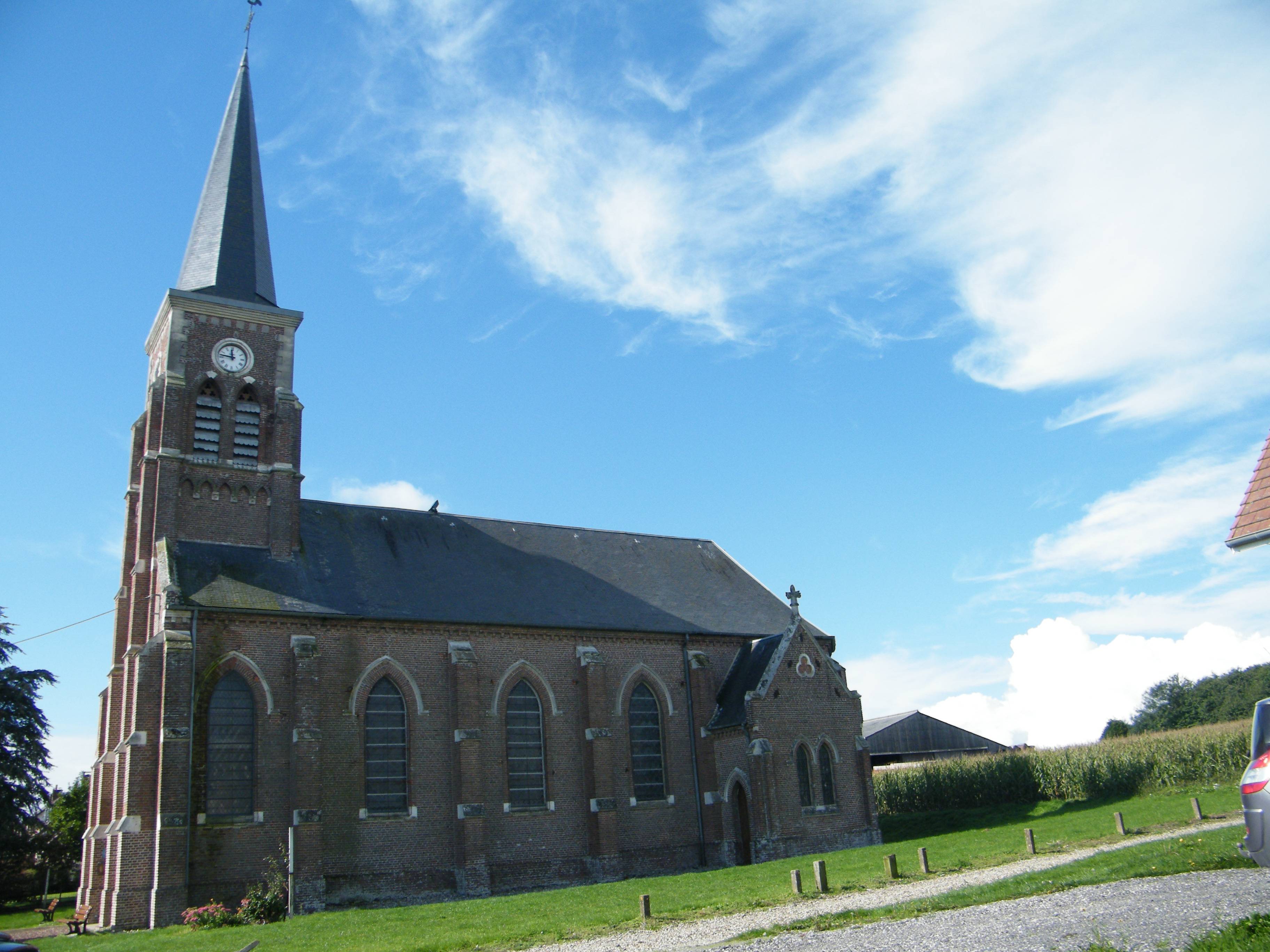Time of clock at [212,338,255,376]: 11:46
